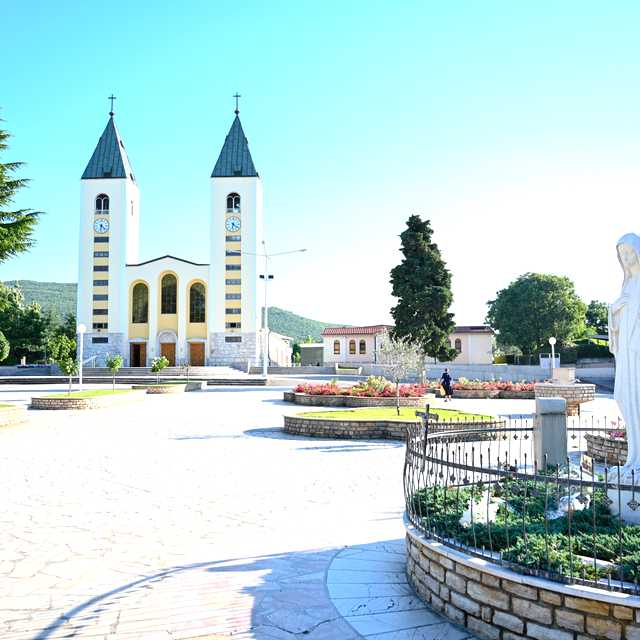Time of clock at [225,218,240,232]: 6:21
